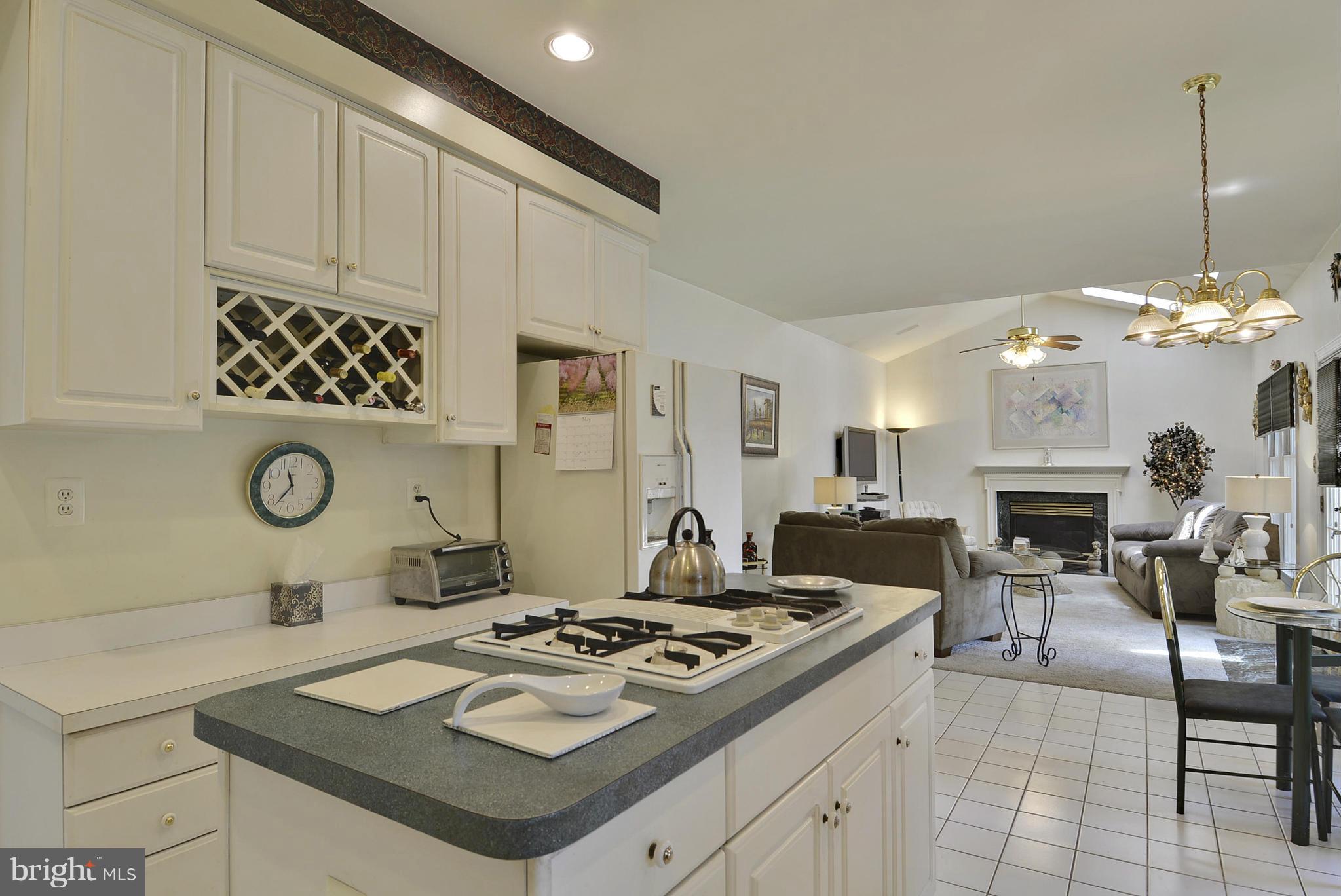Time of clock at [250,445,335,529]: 11:37
